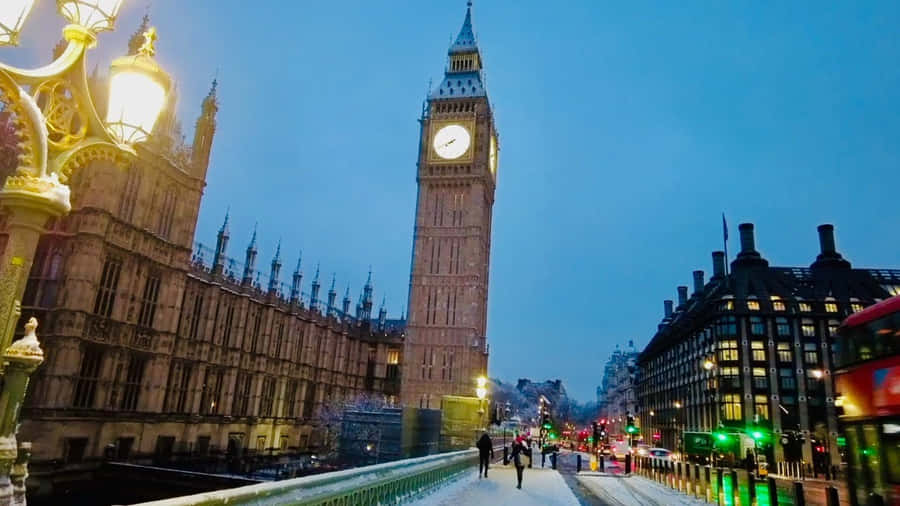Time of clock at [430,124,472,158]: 7:40
